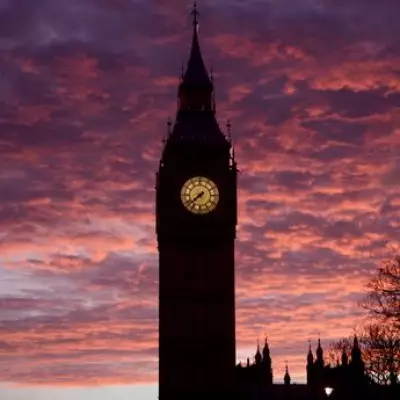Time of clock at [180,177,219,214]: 7:38
